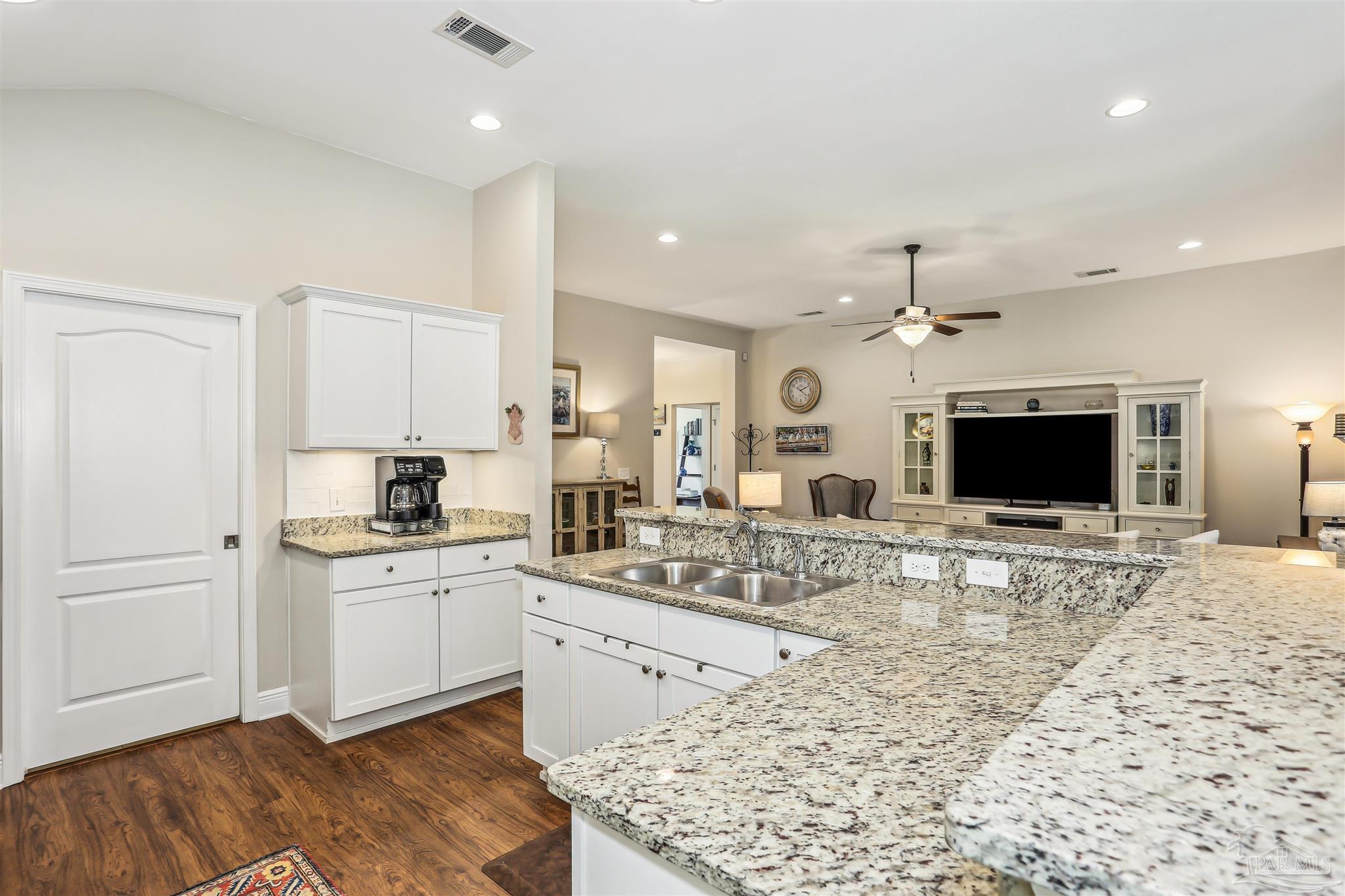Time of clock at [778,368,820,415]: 2:21
